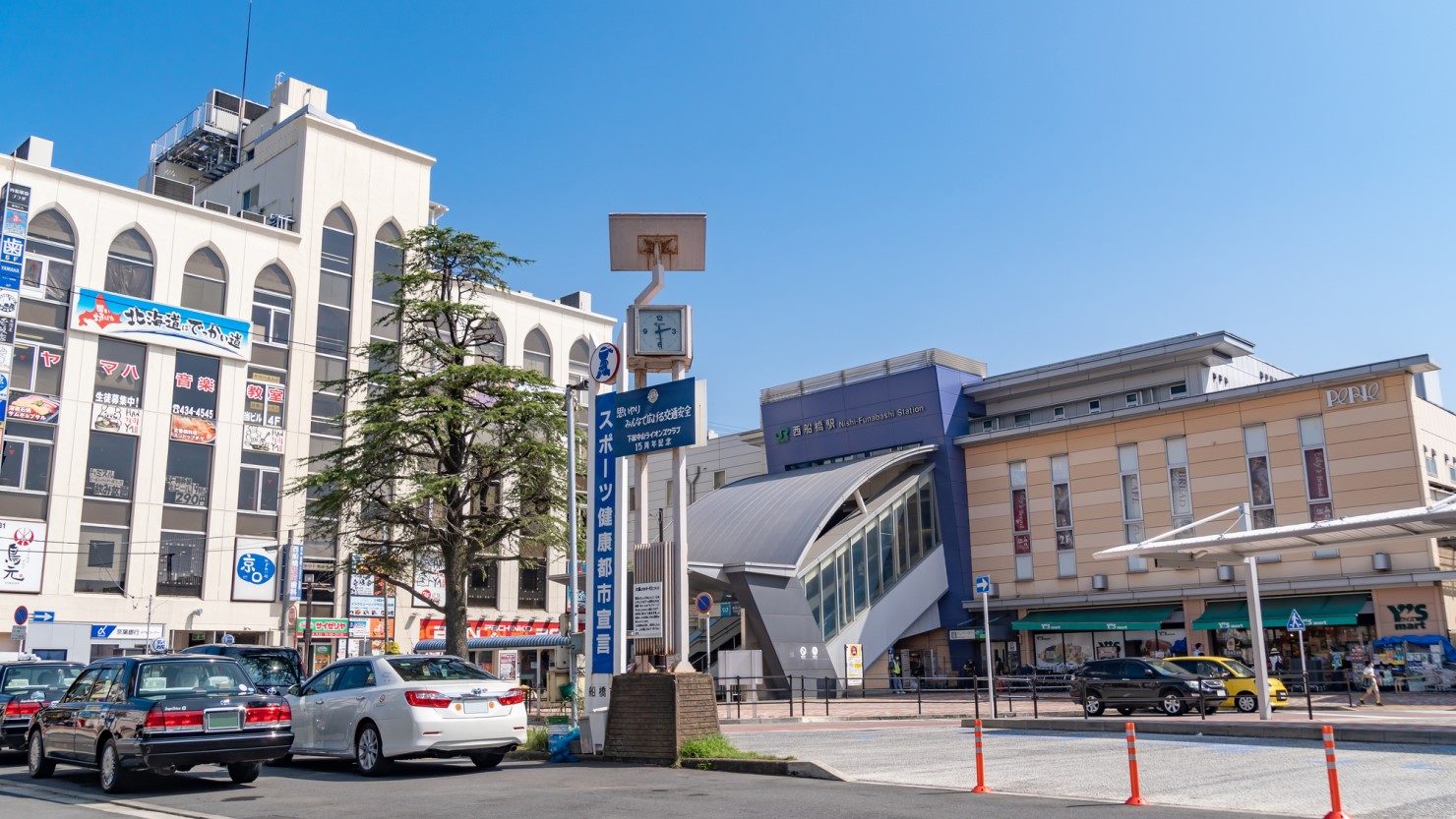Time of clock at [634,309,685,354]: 2:29
